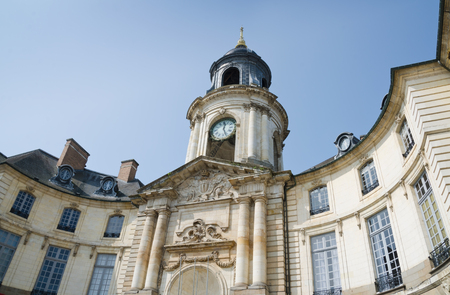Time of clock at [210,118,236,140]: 12:26
